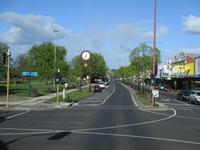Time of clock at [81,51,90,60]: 4:36
